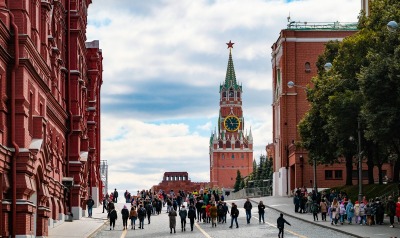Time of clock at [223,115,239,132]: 11:14
